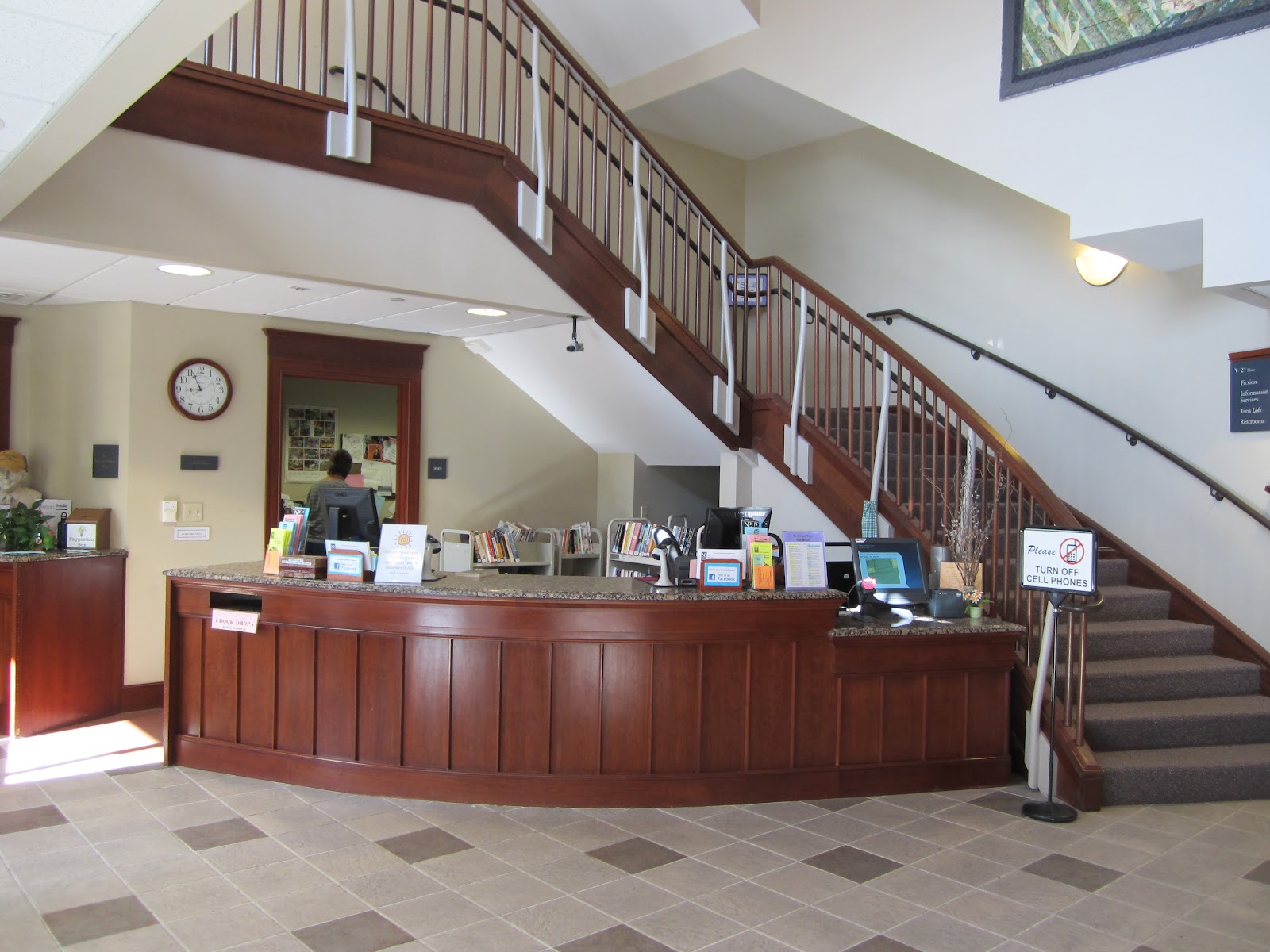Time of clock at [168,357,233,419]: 8:56
